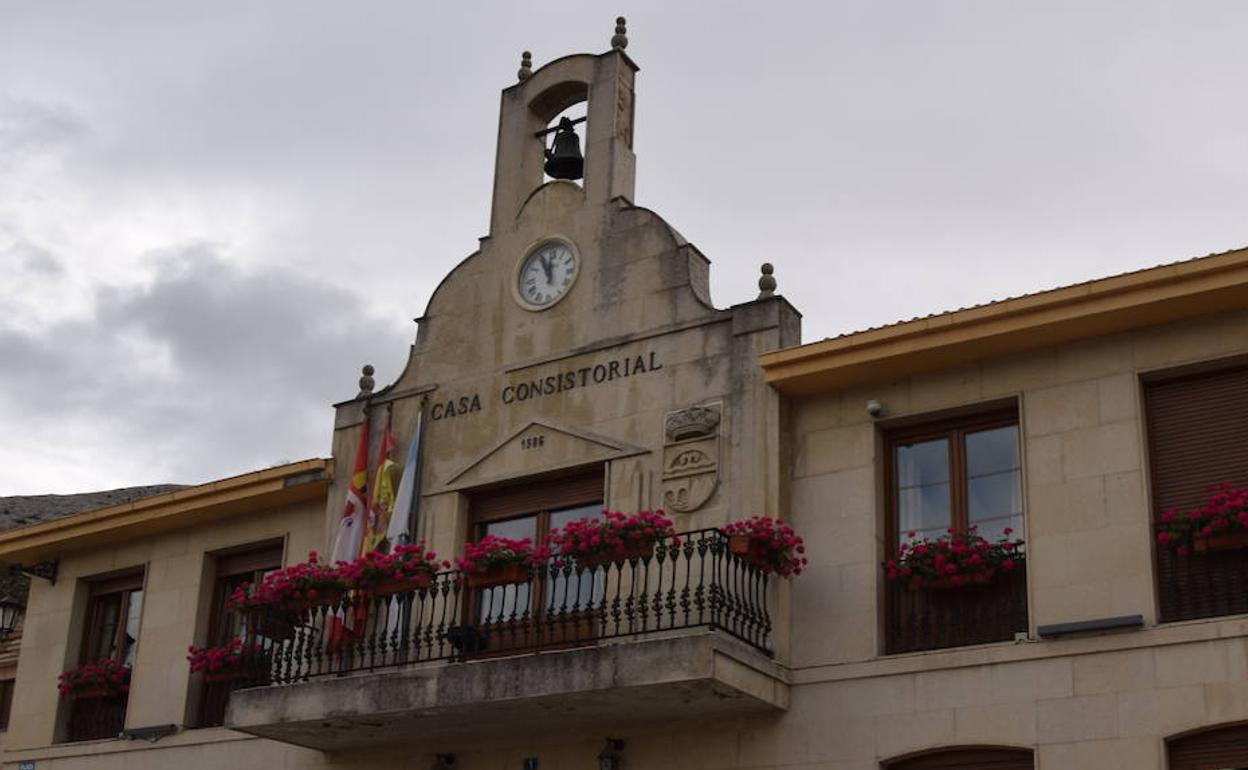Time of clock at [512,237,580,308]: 11:55
